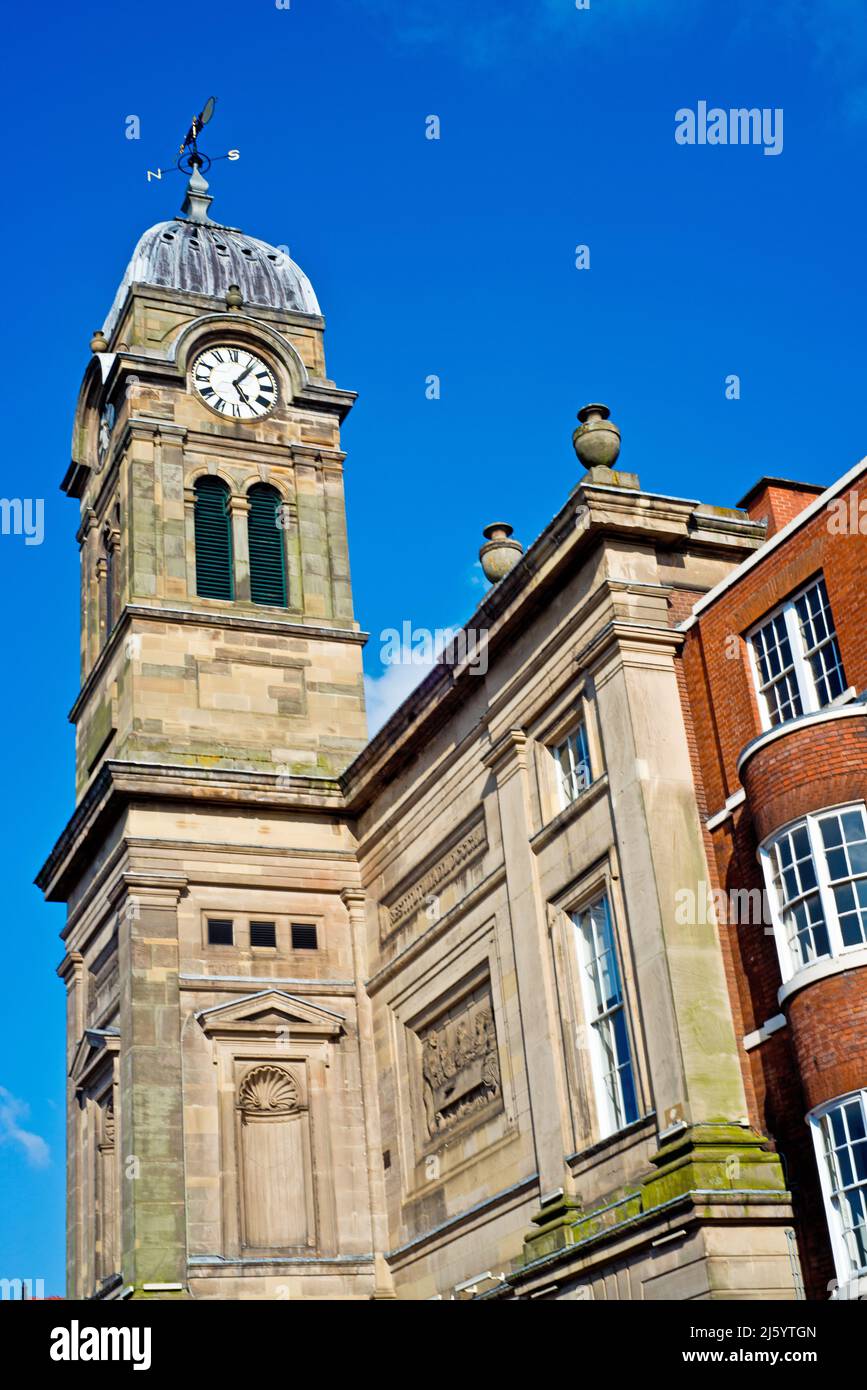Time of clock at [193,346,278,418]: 5:06
